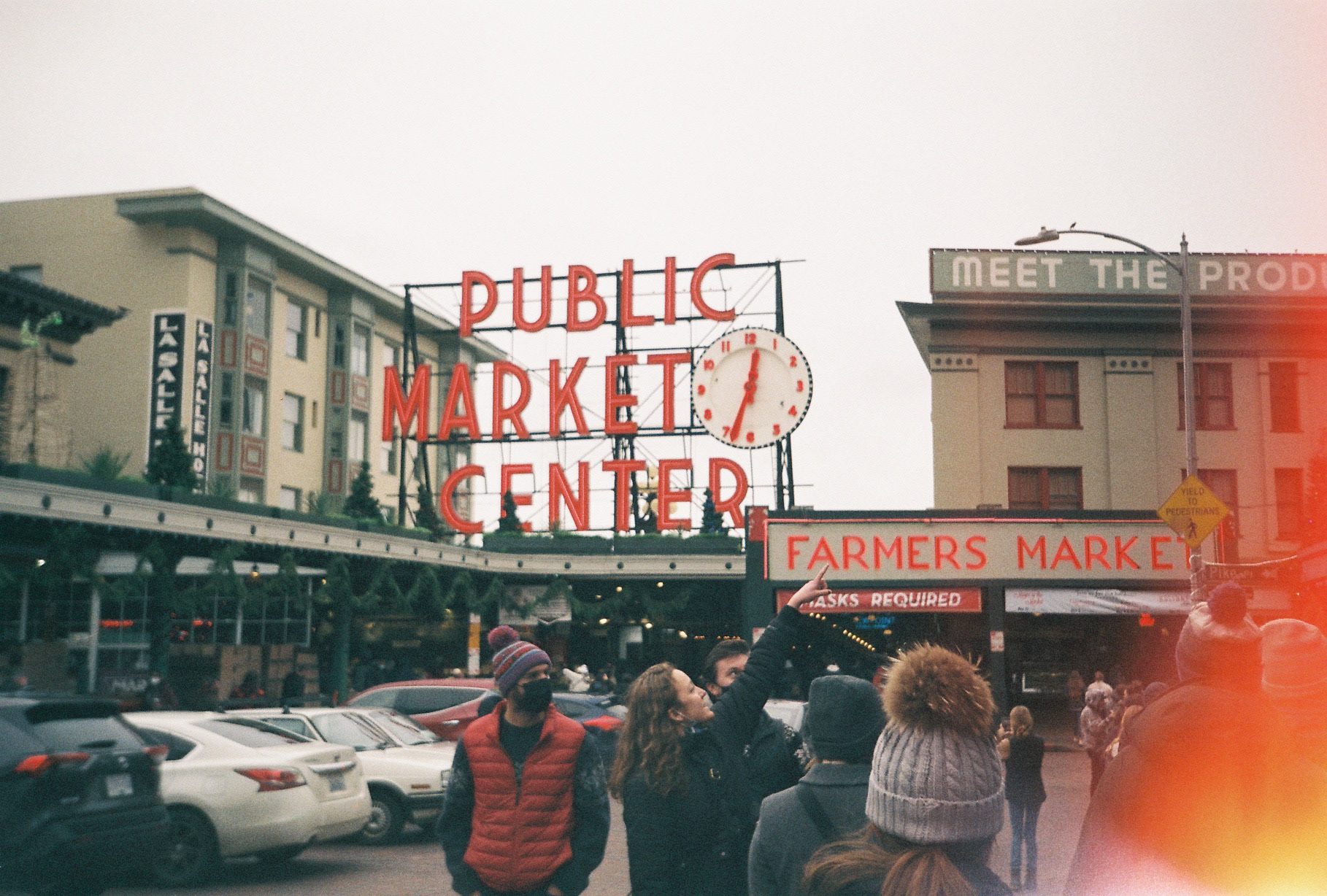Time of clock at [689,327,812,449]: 12:33
